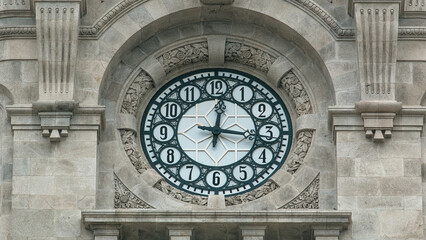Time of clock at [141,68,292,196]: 12:16
